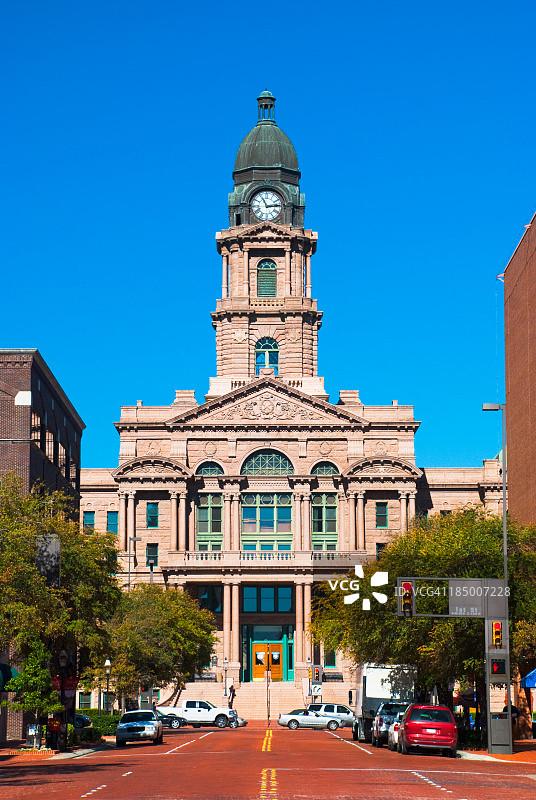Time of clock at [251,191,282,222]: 11:14
